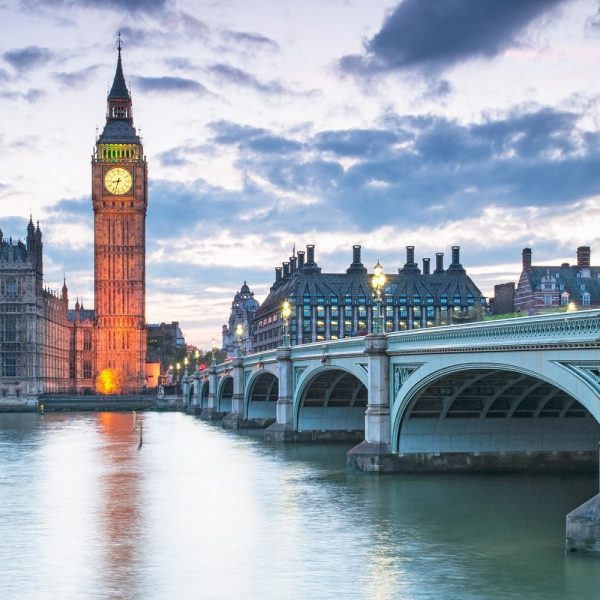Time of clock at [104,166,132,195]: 8:32
